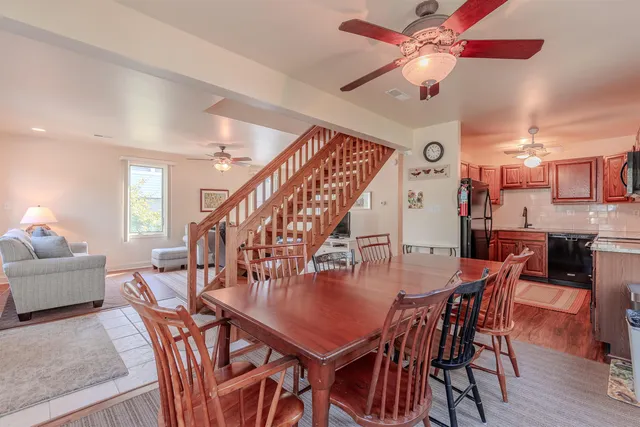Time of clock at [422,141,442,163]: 11:13
